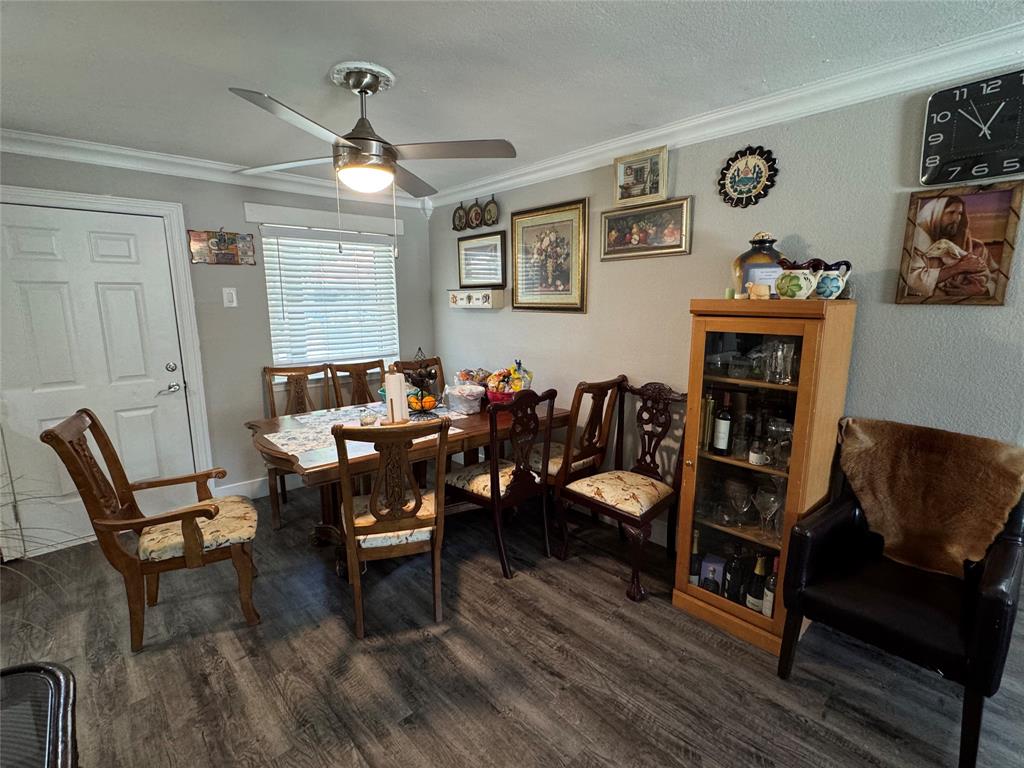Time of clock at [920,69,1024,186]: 12:52
